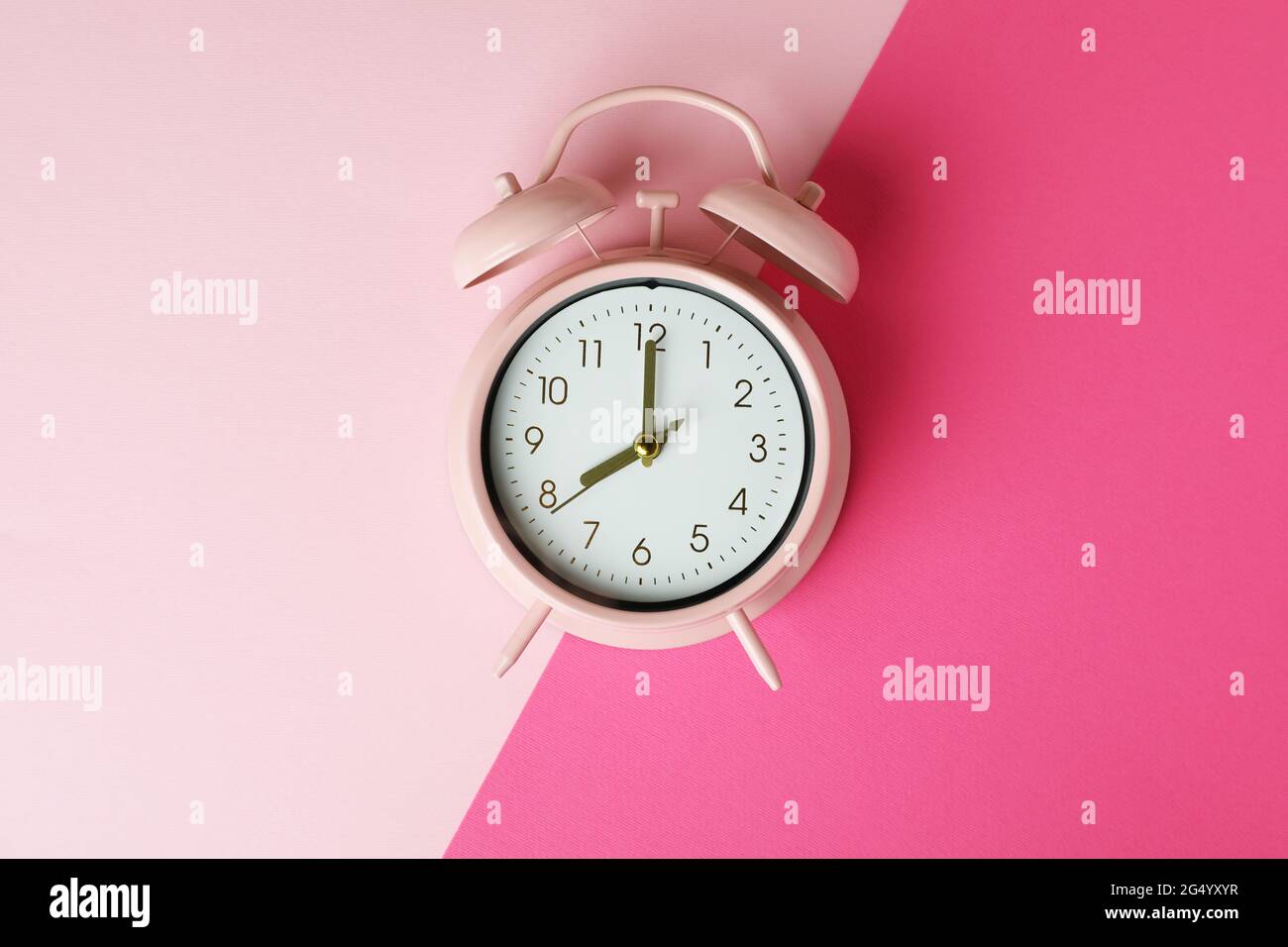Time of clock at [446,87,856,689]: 8:00
